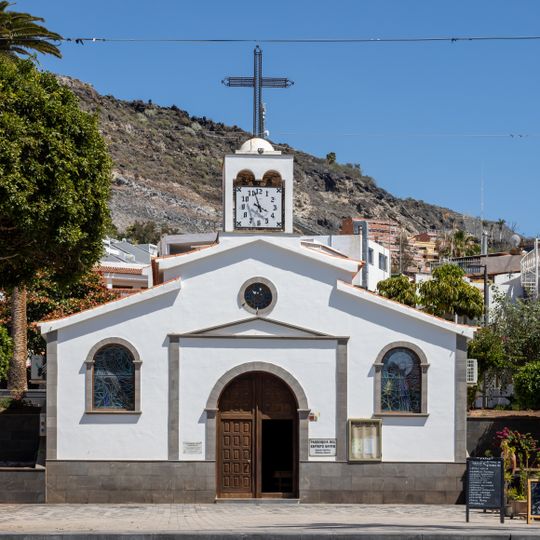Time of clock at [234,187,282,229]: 3:57
